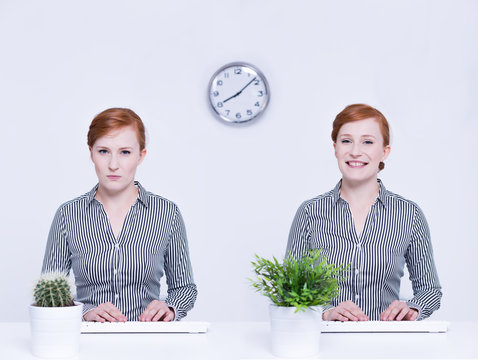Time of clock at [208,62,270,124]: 8:08
